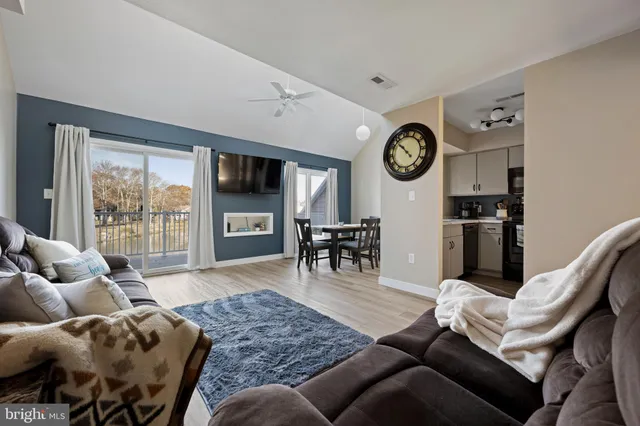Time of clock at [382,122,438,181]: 10:53
